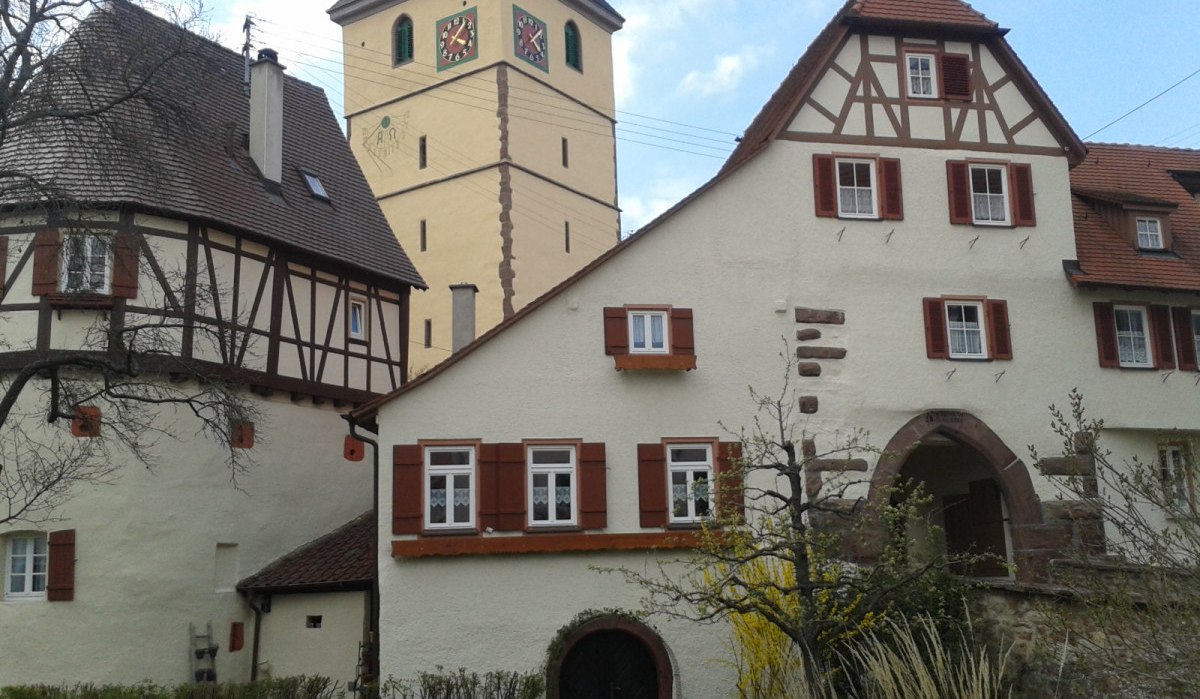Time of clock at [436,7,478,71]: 4:07
